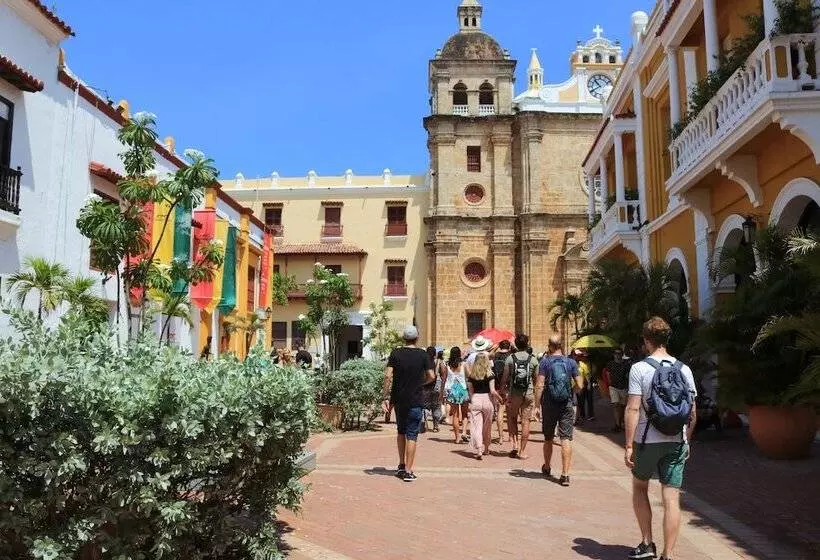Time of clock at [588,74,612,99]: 10:39
